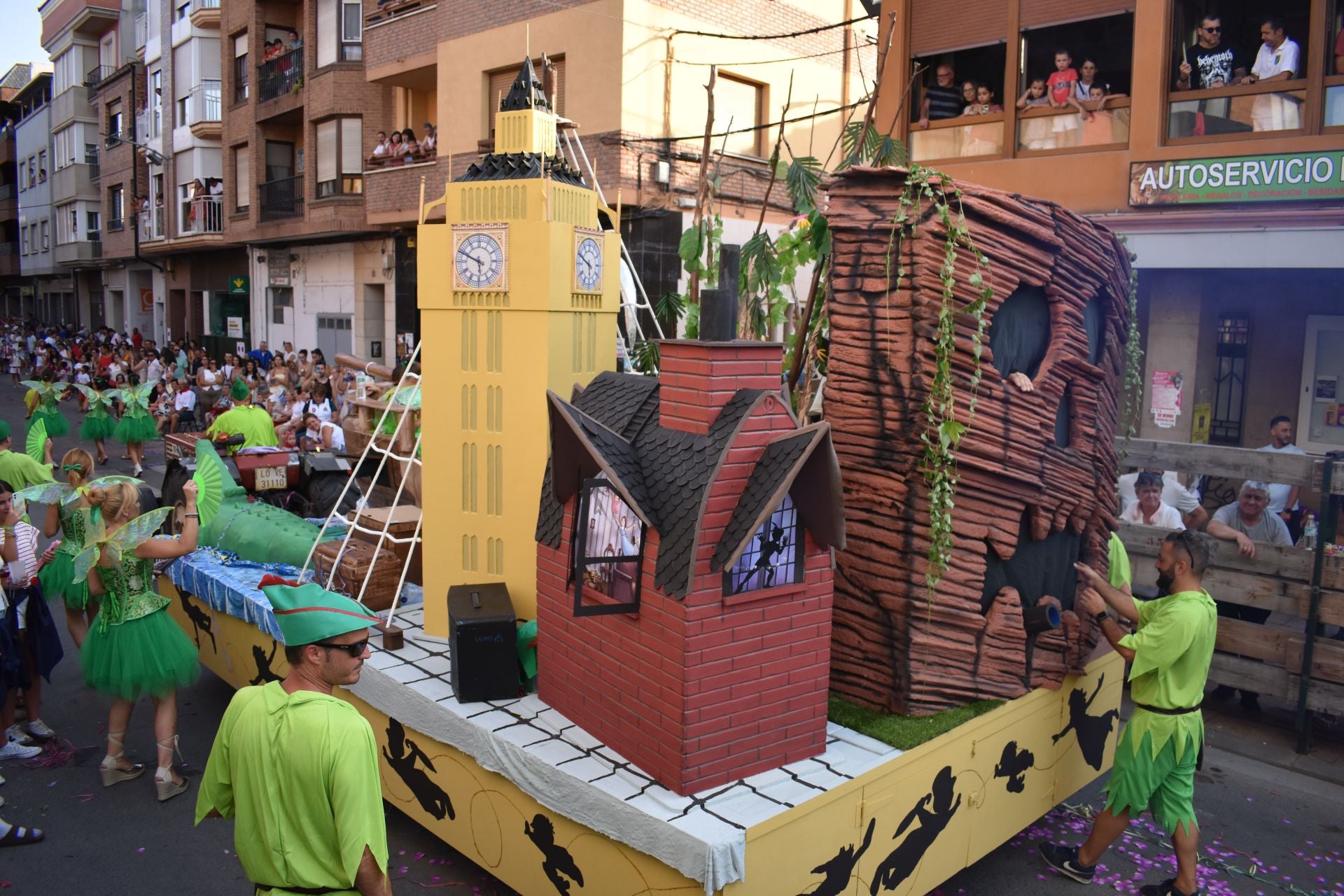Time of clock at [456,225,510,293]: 5:48
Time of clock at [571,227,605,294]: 5:49
